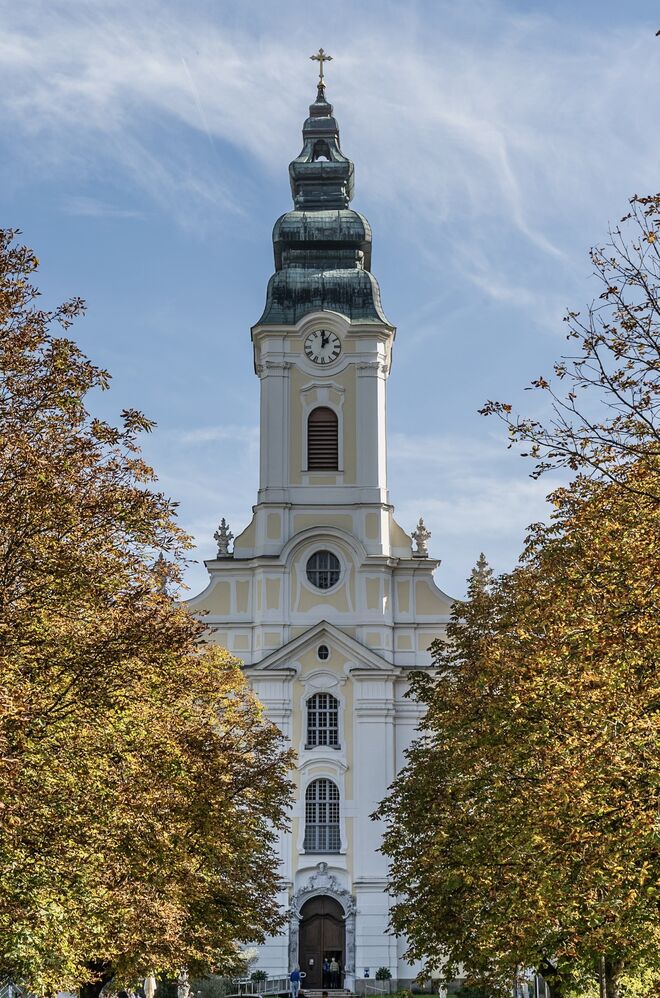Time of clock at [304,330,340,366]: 1:00
